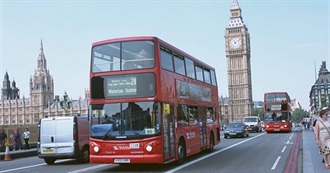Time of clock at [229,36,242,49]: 11:09
